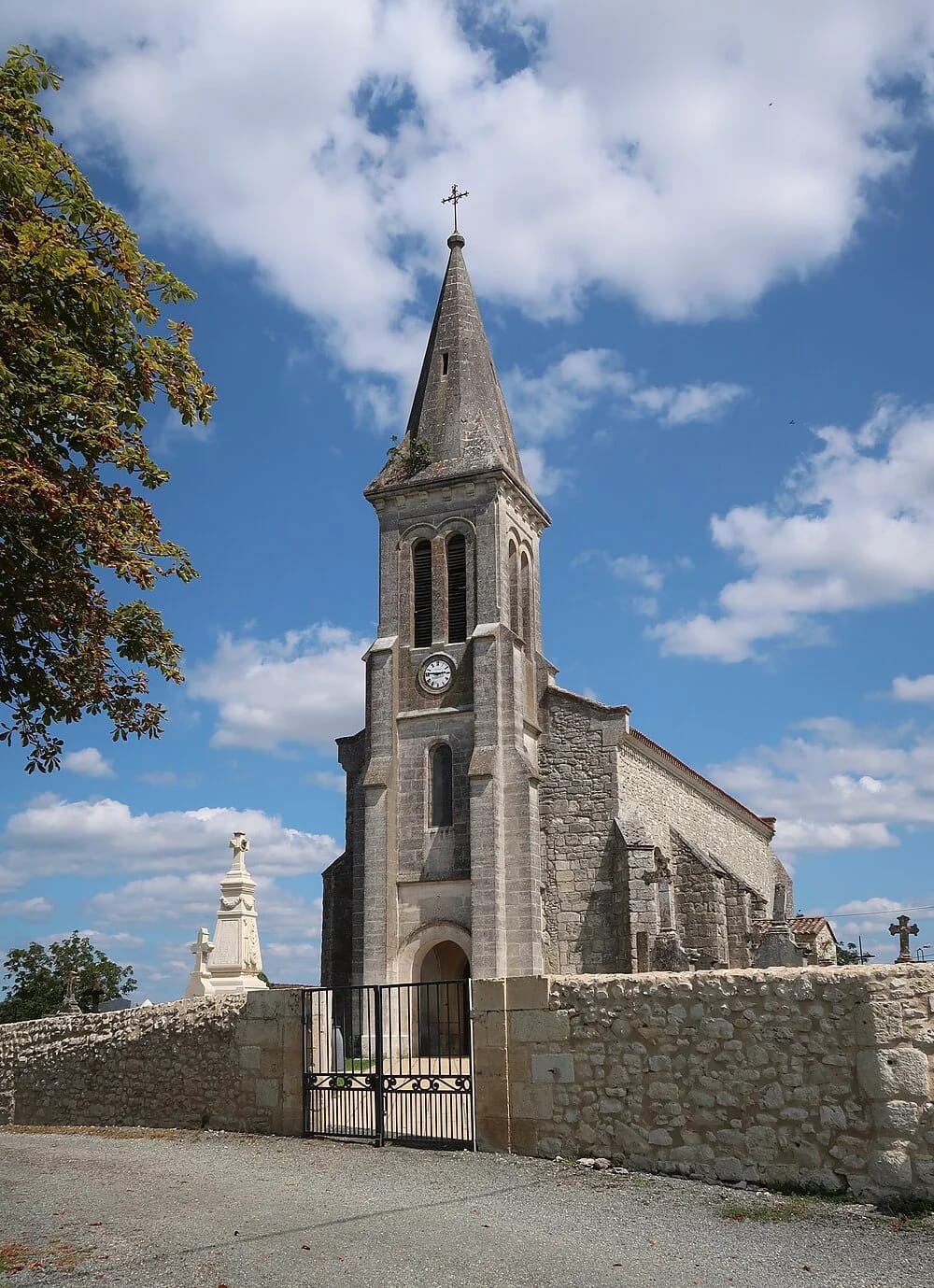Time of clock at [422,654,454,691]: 2:46
